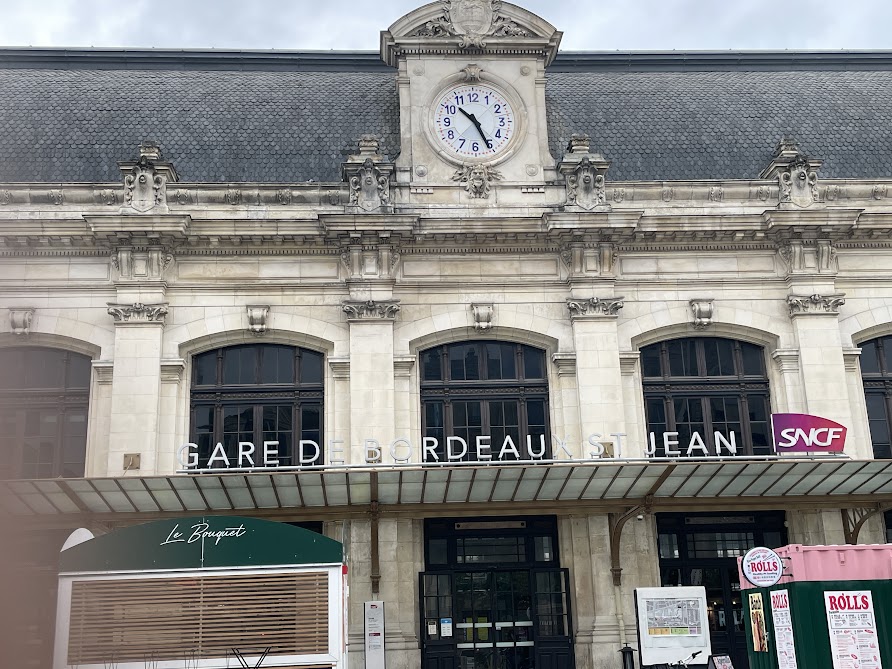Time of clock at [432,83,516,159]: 10:25
